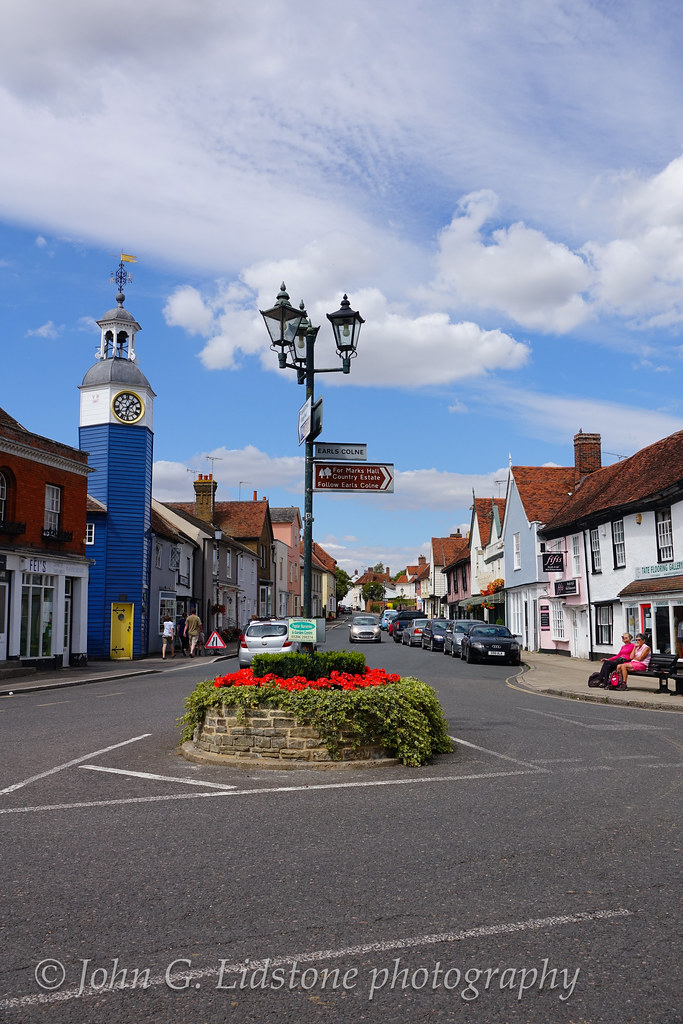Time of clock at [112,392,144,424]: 1:32
